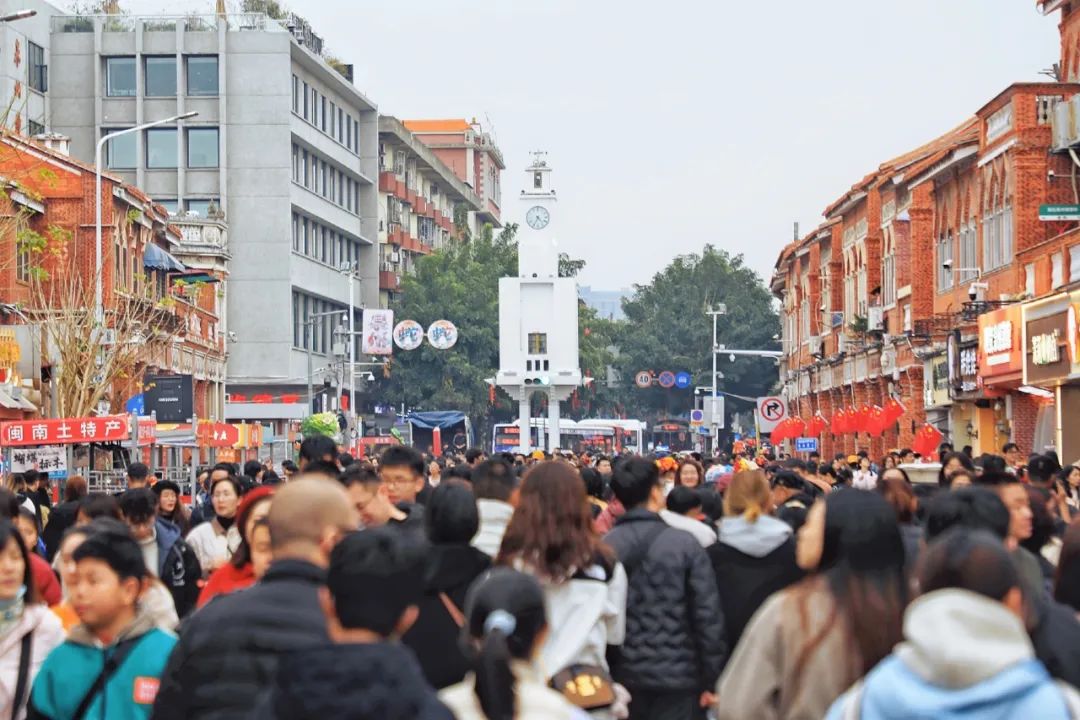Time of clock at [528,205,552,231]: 4:34
